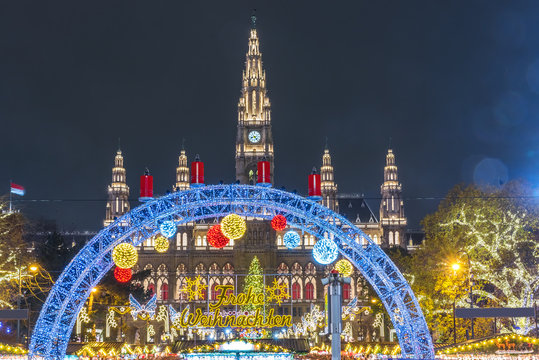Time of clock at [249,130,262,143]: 8:23
